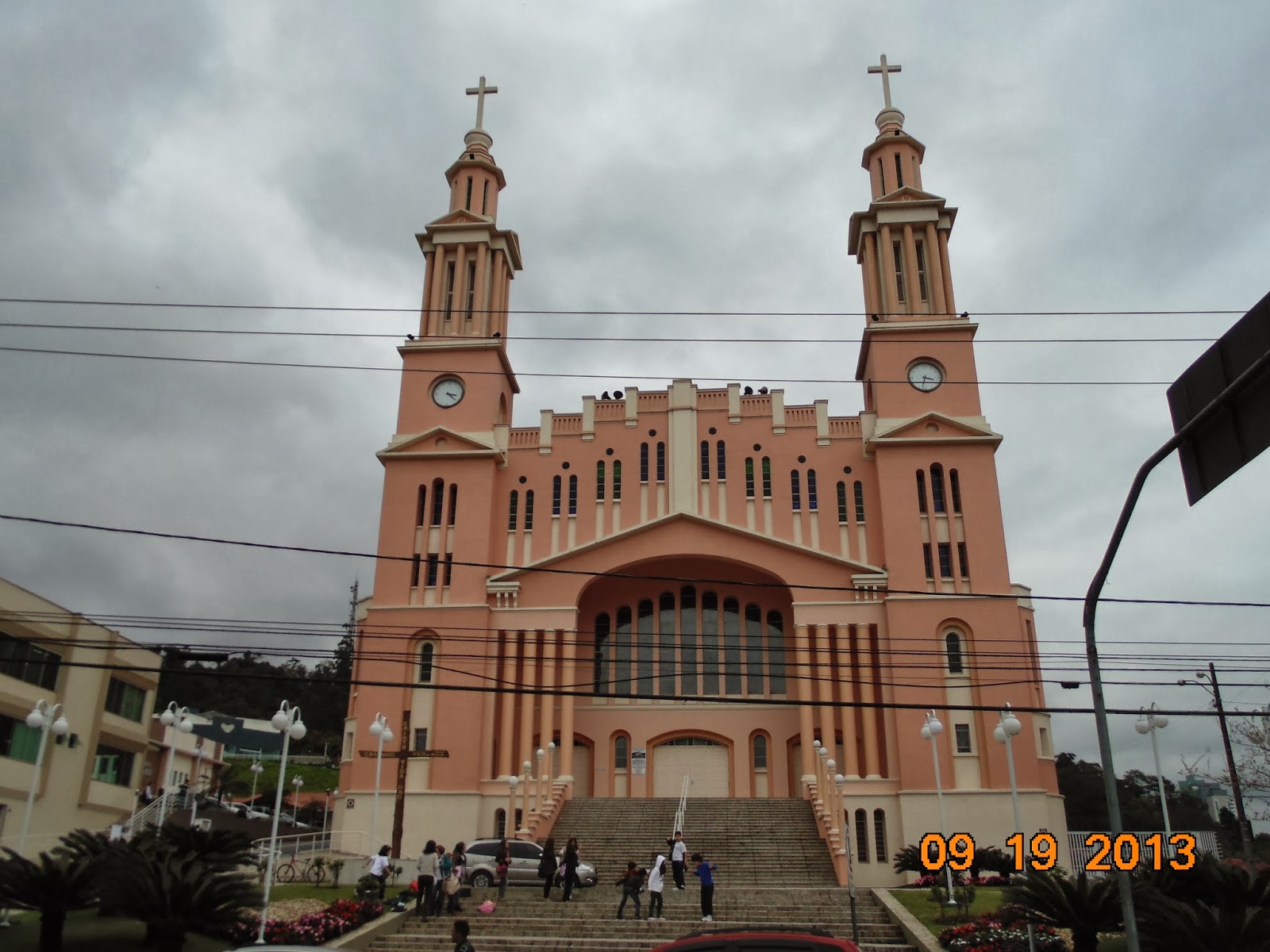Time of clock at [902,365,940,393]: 3:32
